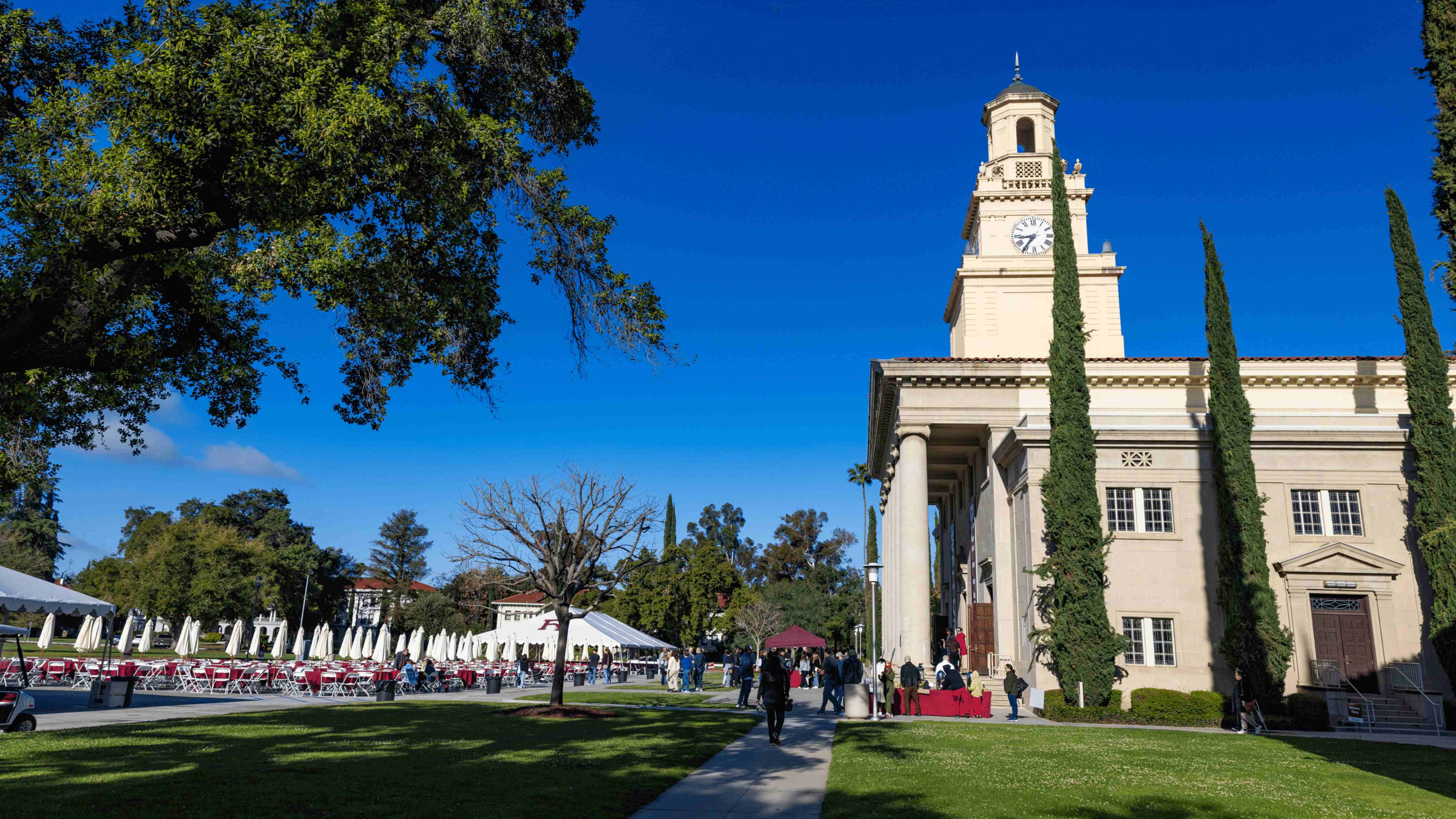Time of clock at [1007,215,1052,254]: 8:35
